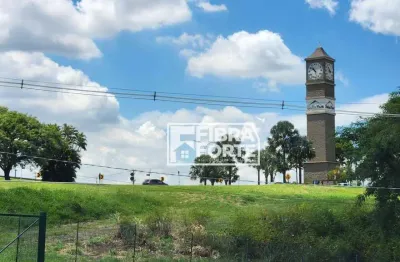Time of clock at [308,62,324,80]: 10:51
